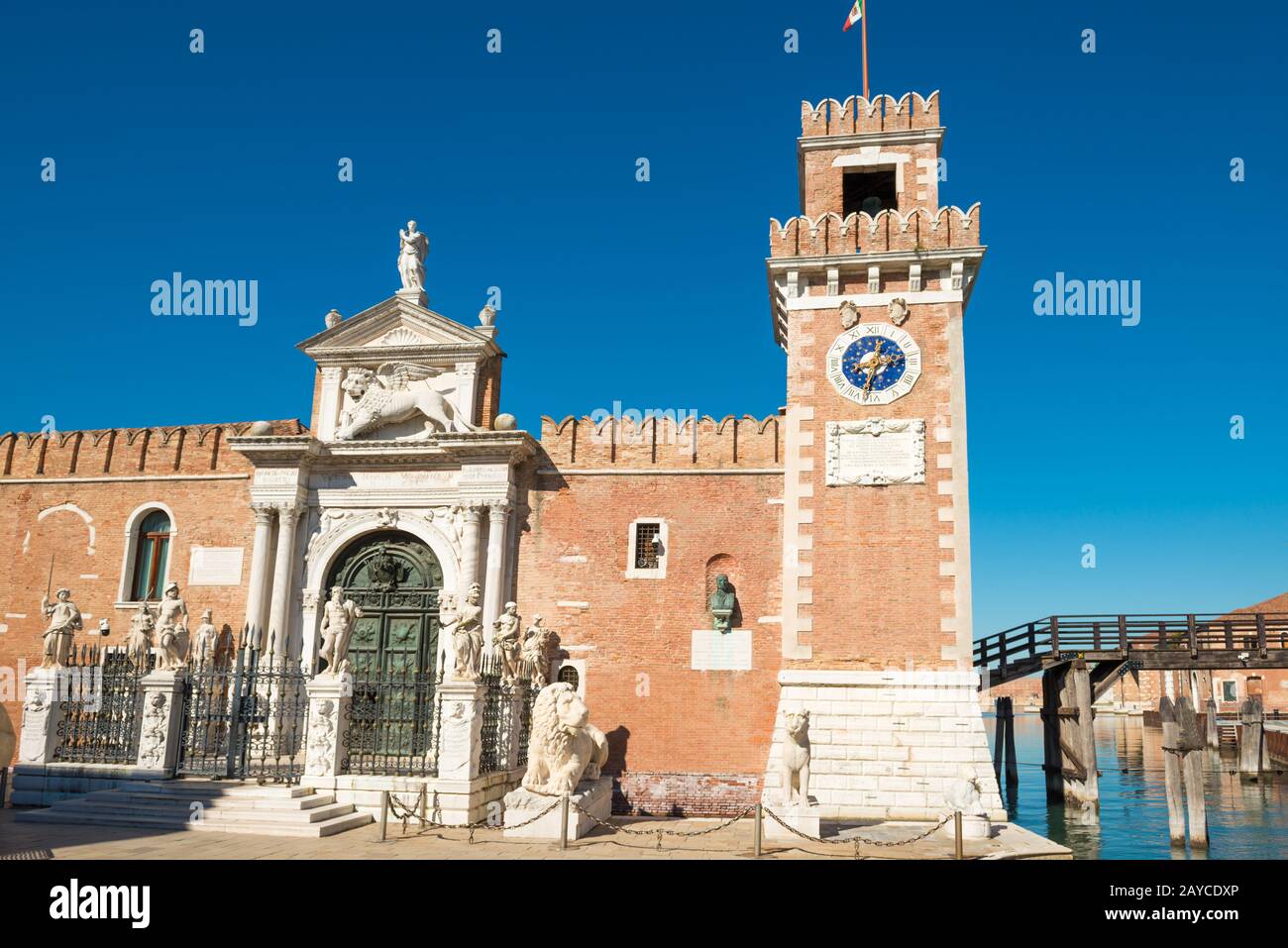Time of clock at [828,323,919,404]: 8:32
